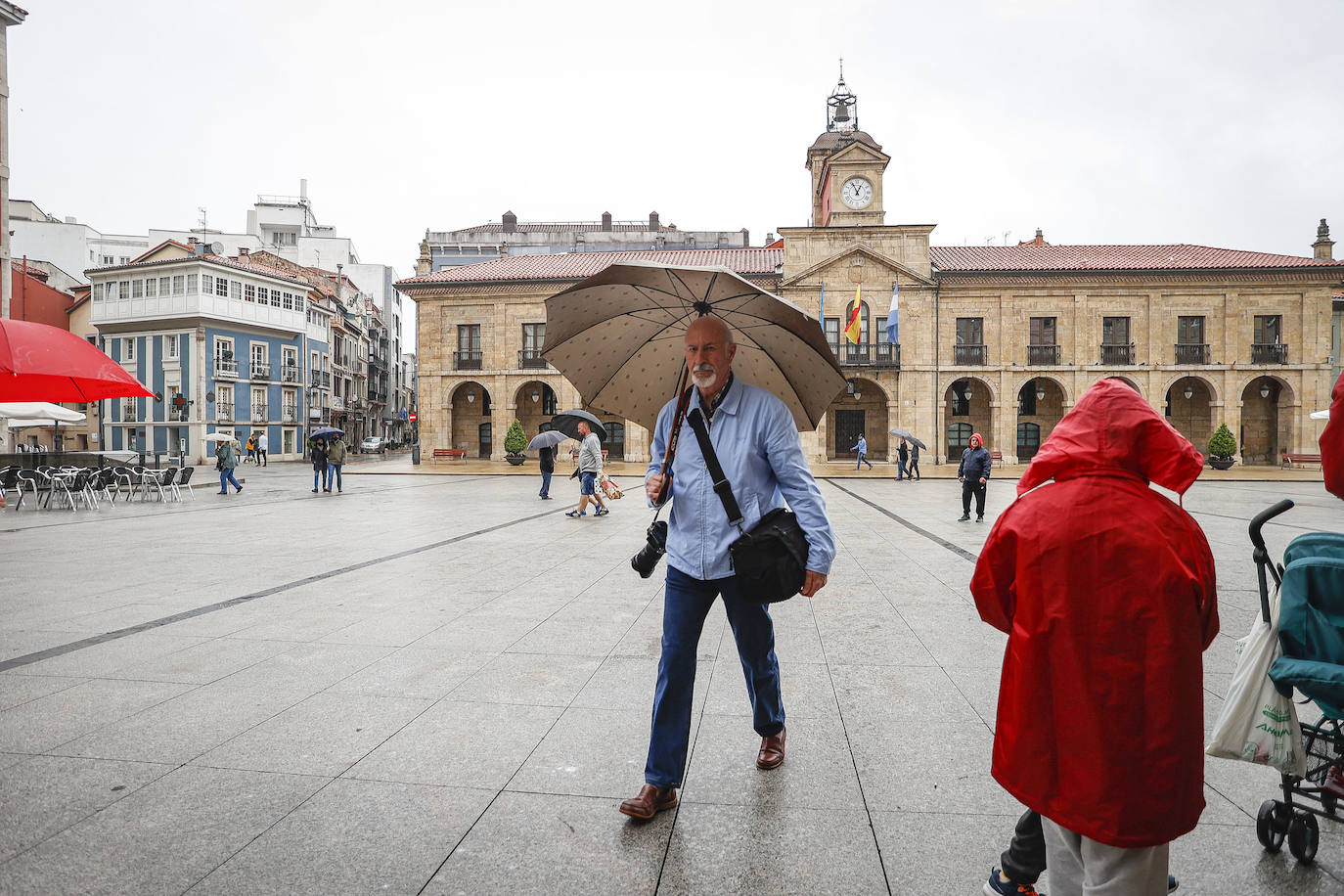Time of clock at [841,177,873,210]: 12:55
